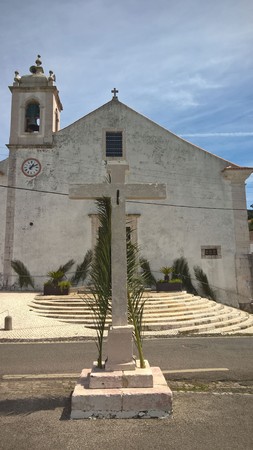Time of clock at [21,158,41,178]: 1:10
